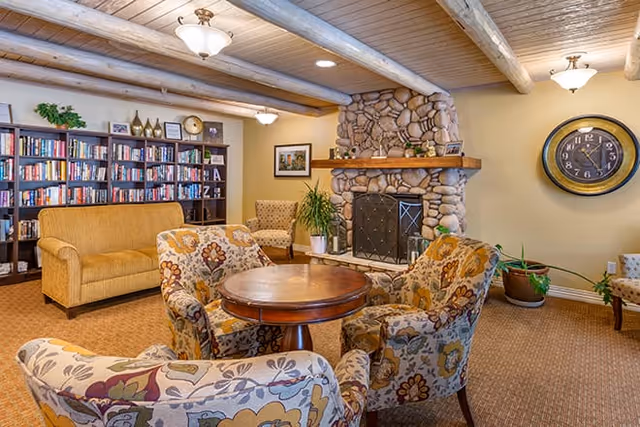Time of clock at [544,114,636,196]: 1:24
